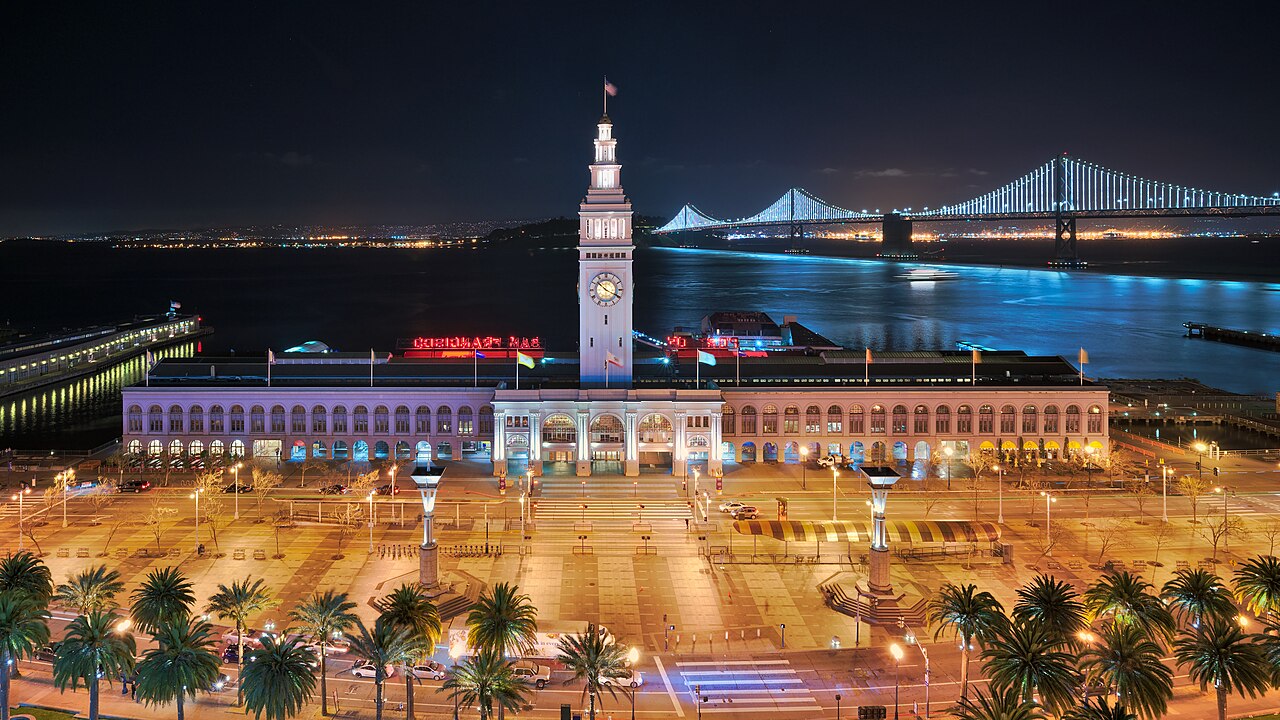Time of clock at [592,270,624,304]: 10:19
